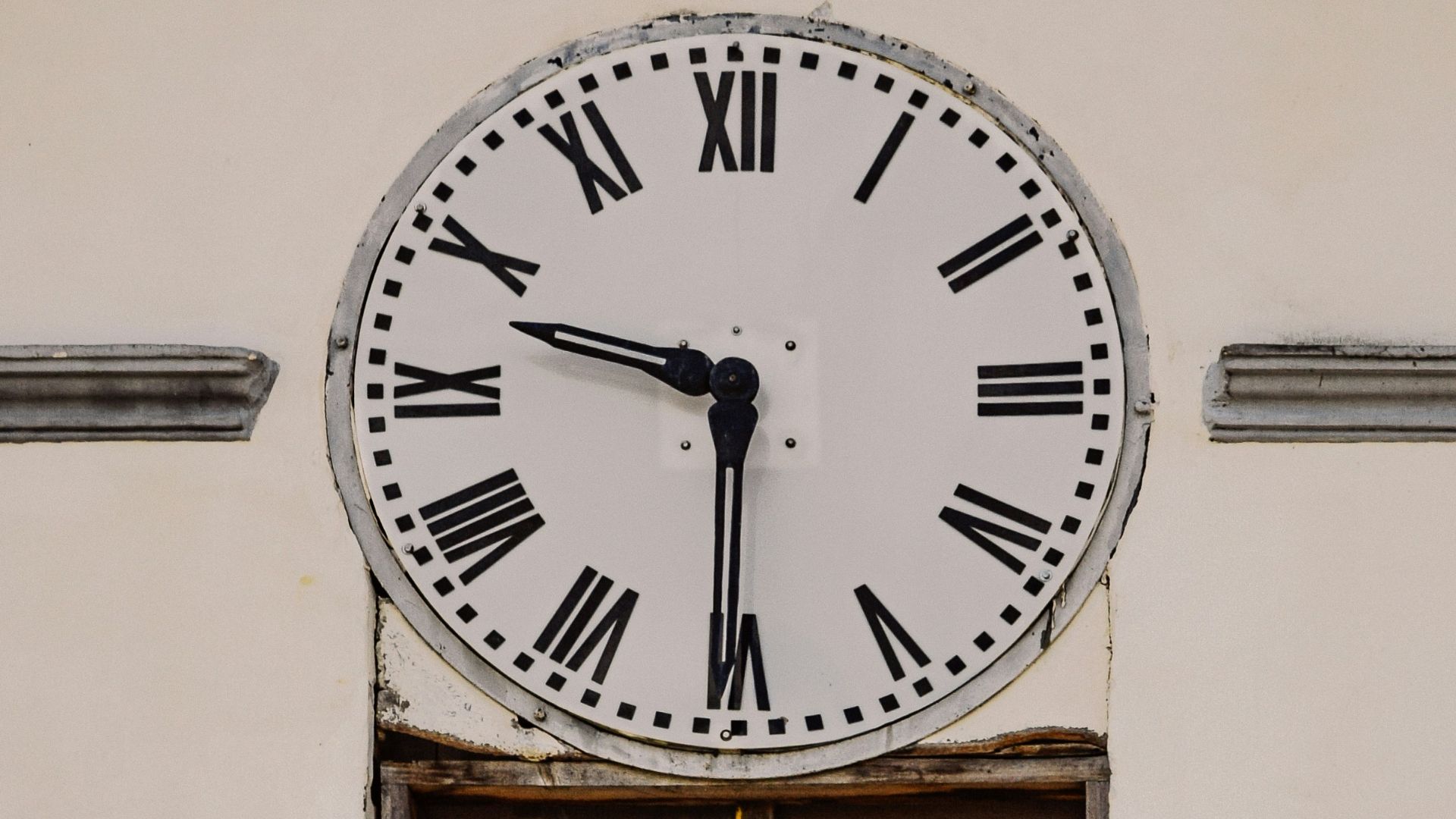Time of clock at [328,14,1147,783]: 9:30
